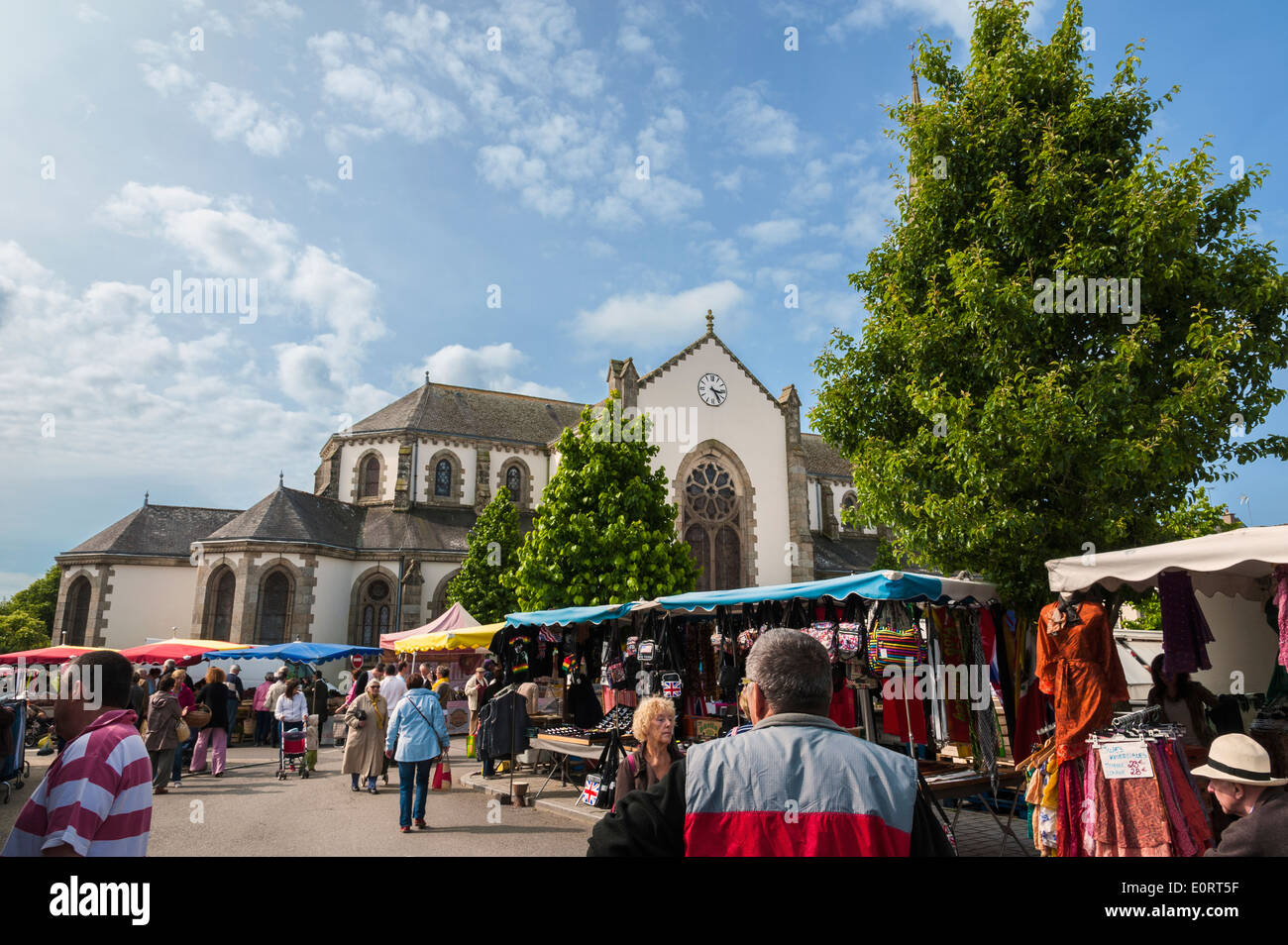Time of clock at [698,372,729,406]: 3:23
